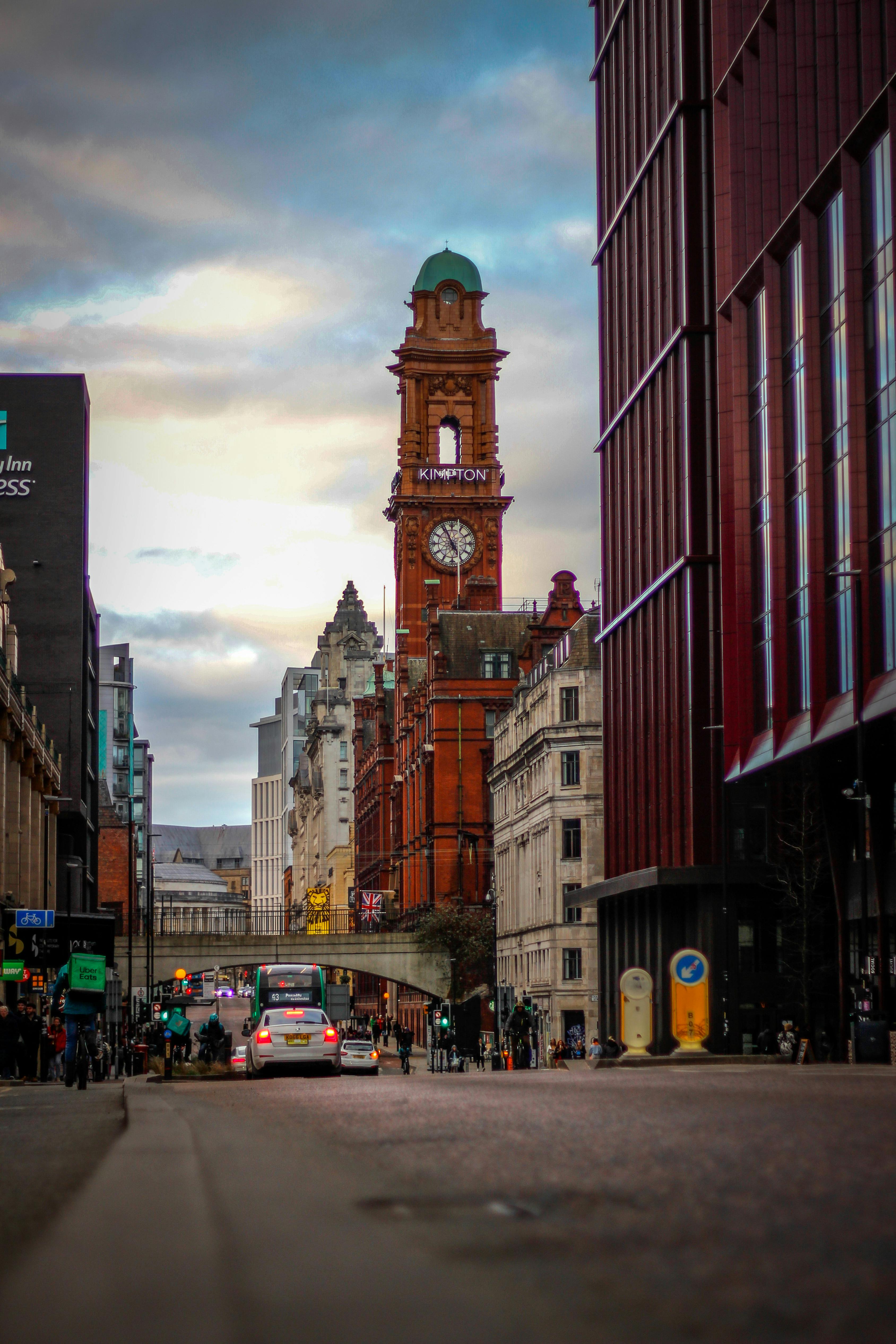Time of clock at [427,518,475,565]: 4:55
